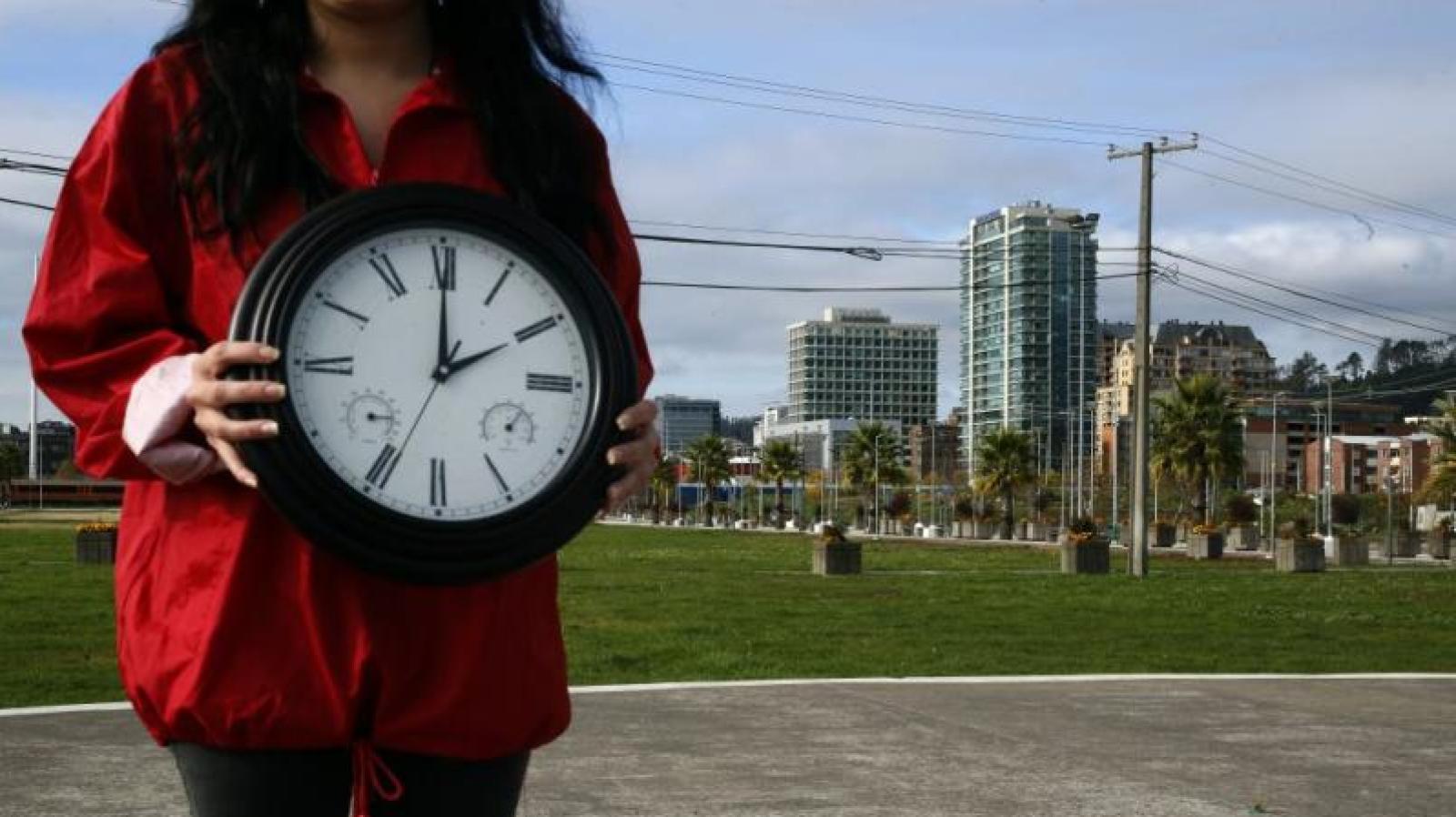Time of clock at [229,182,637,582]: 2:00
